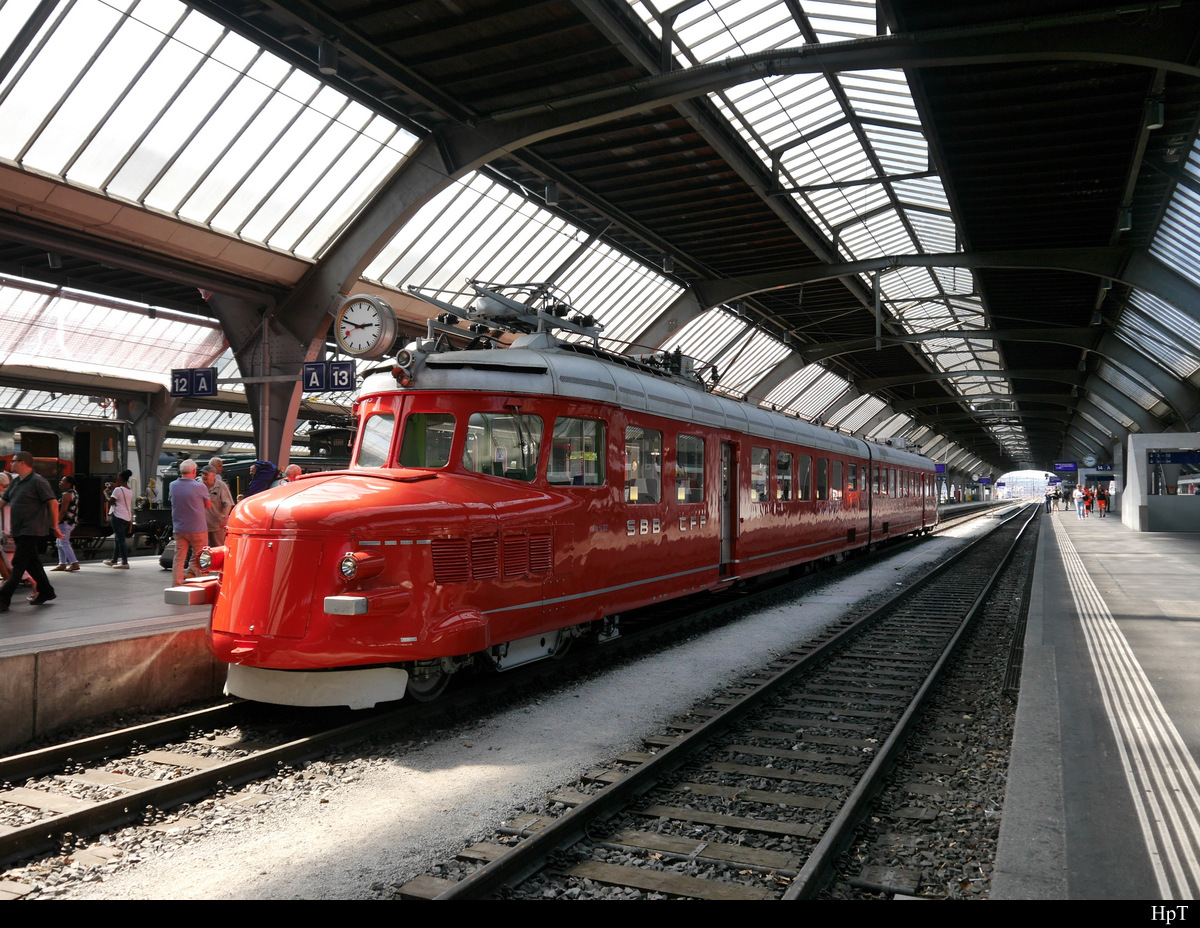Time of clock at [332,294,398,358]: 2:48
